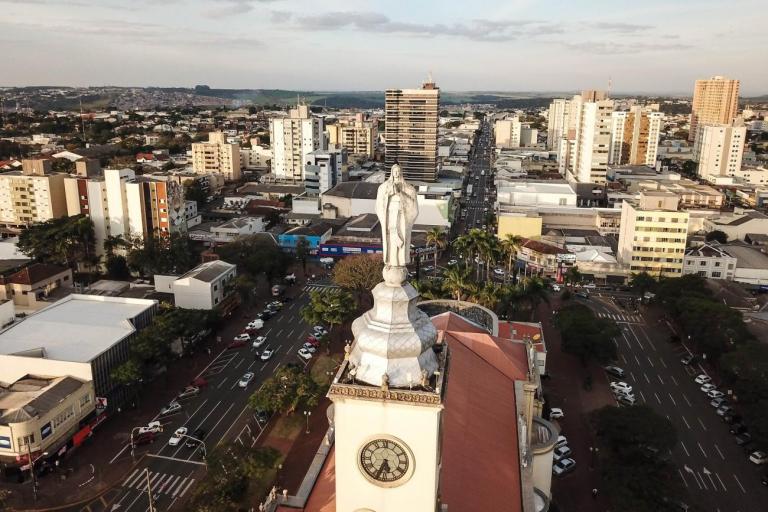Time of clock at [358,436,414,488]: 5:33
